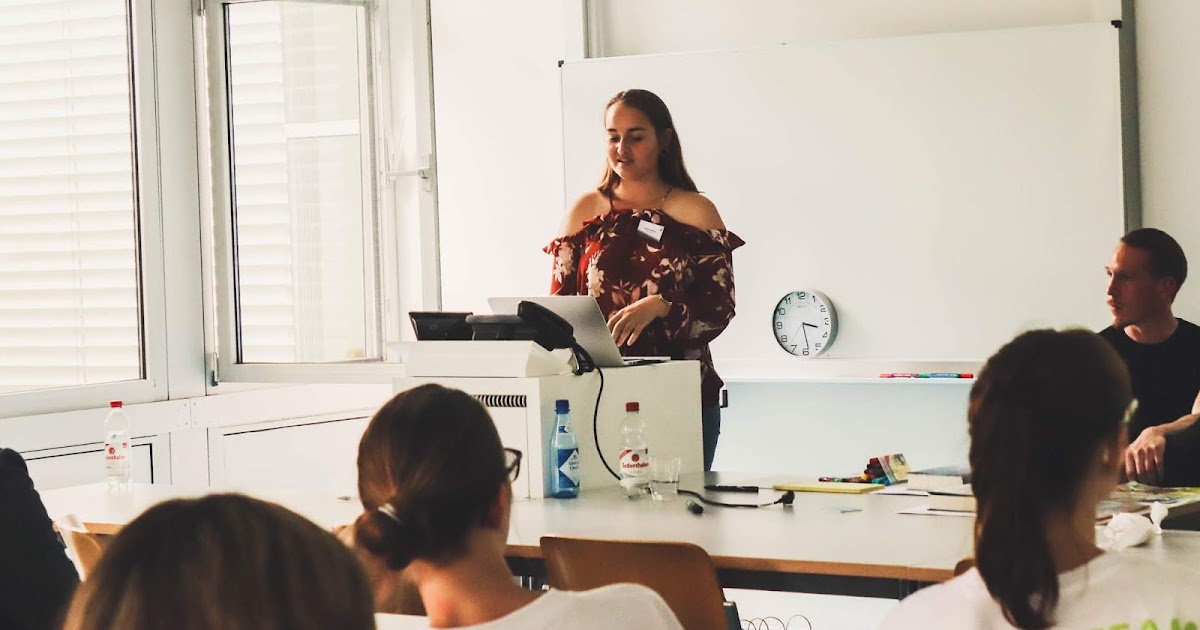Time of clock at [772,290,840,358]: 3:29
